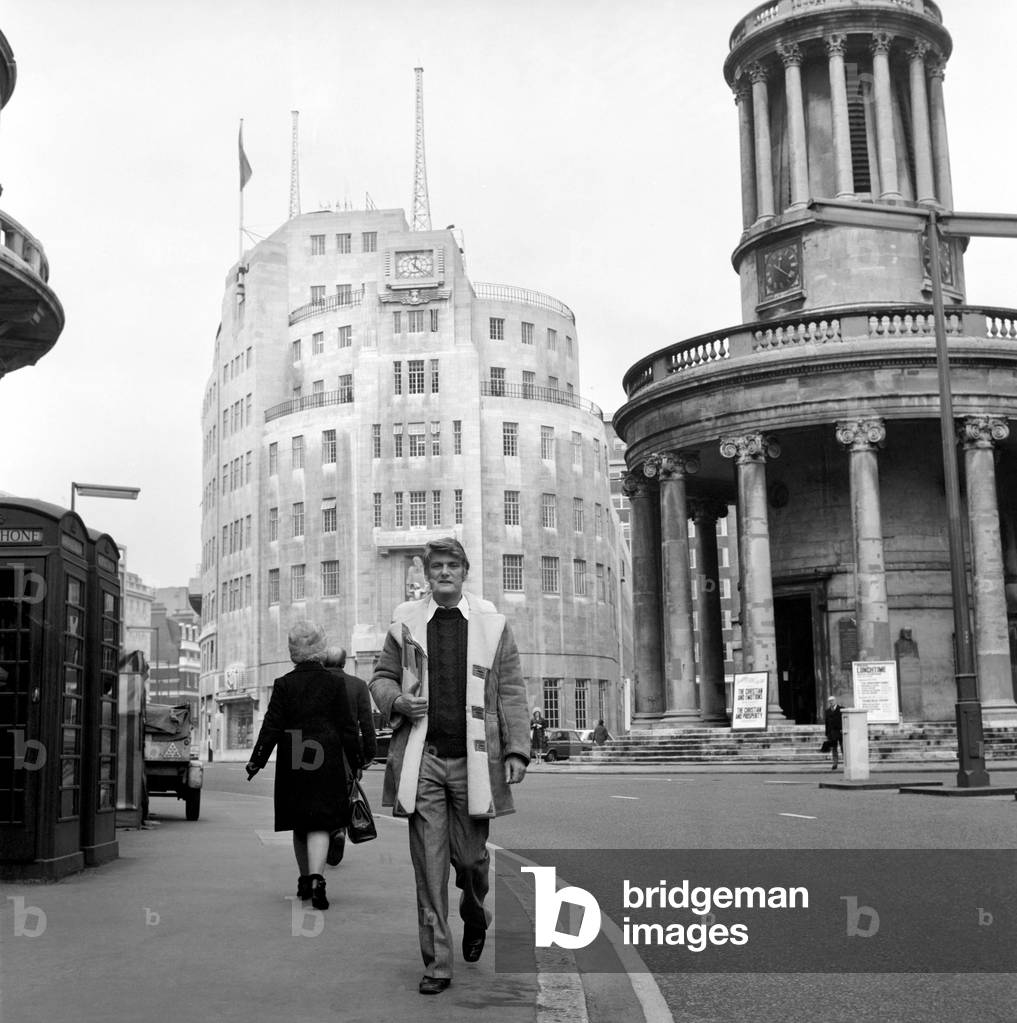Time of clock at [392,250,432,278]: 12:22
